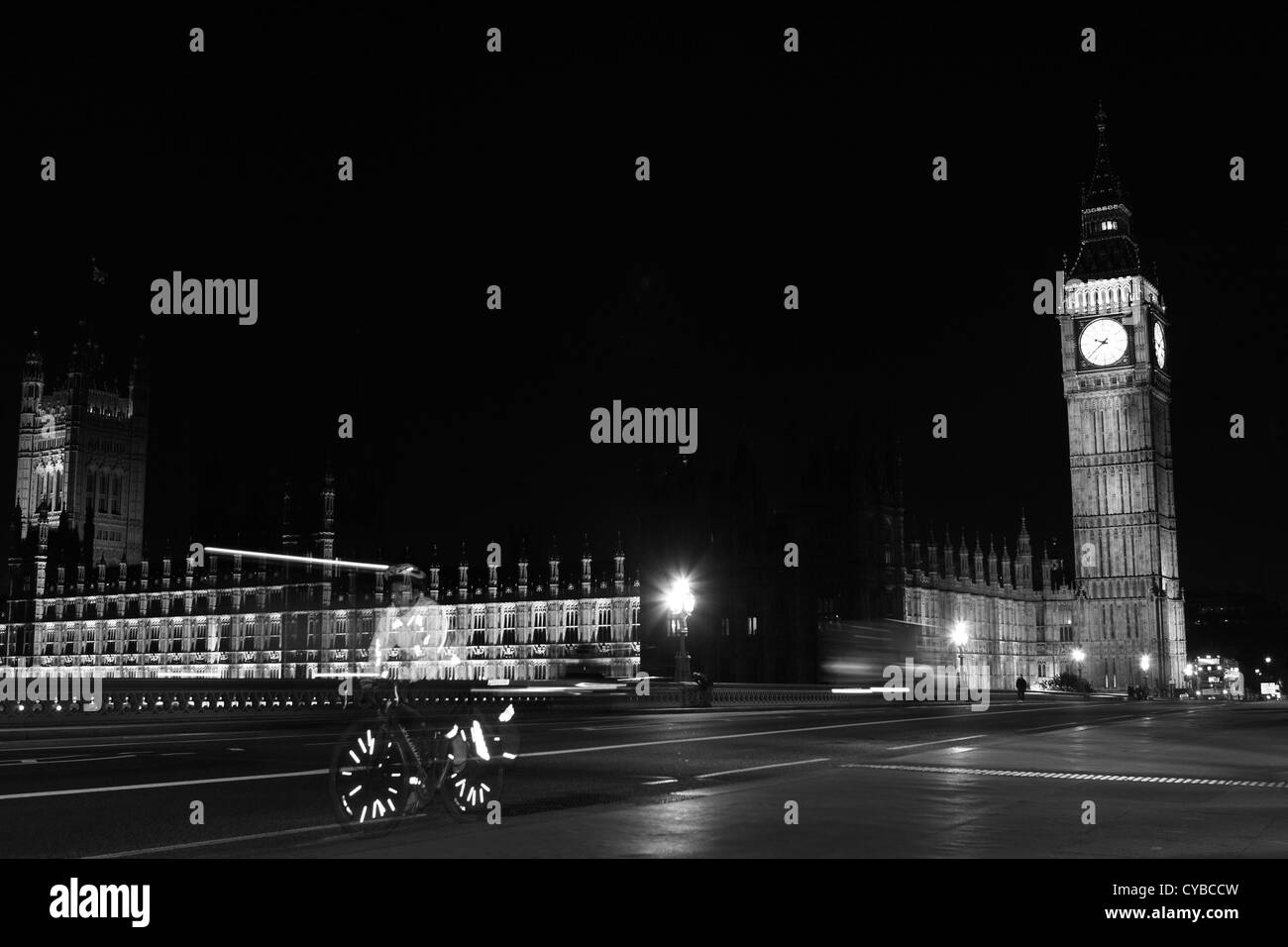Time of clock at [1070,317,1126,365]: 9:38
